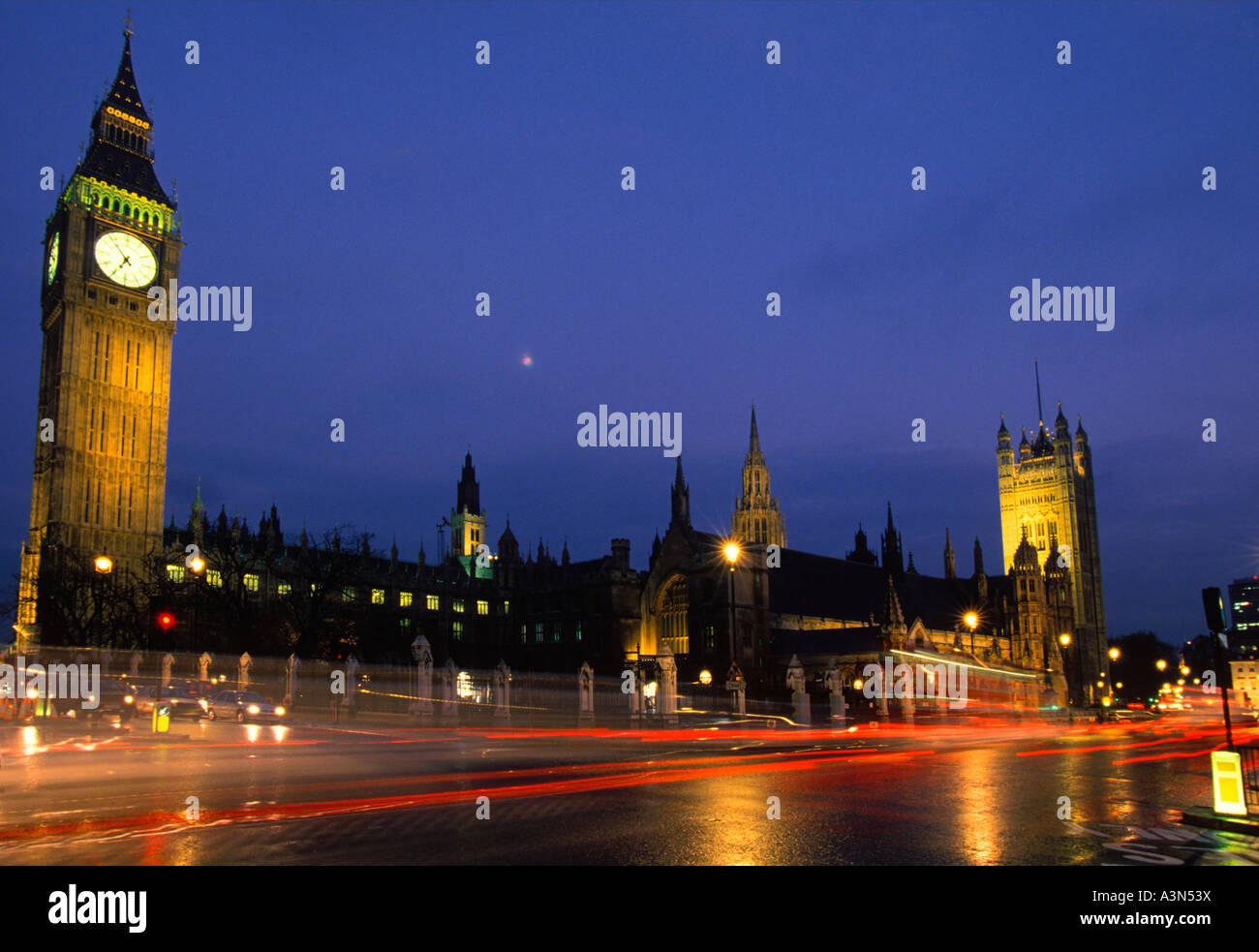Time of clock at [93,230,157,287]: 6:53
